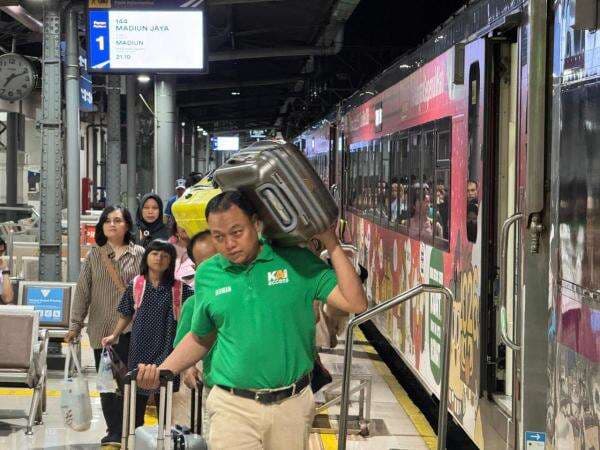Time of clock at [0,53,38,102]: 7:11
